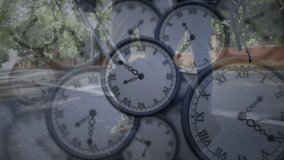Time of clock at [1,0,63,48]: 7:36
